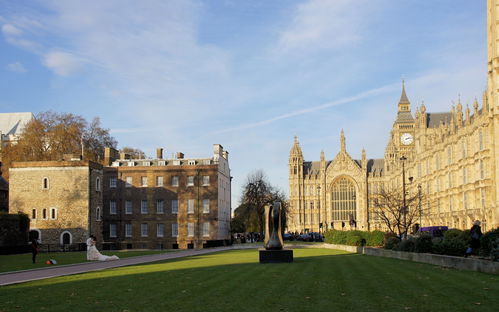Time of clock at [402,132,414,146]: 2:13
